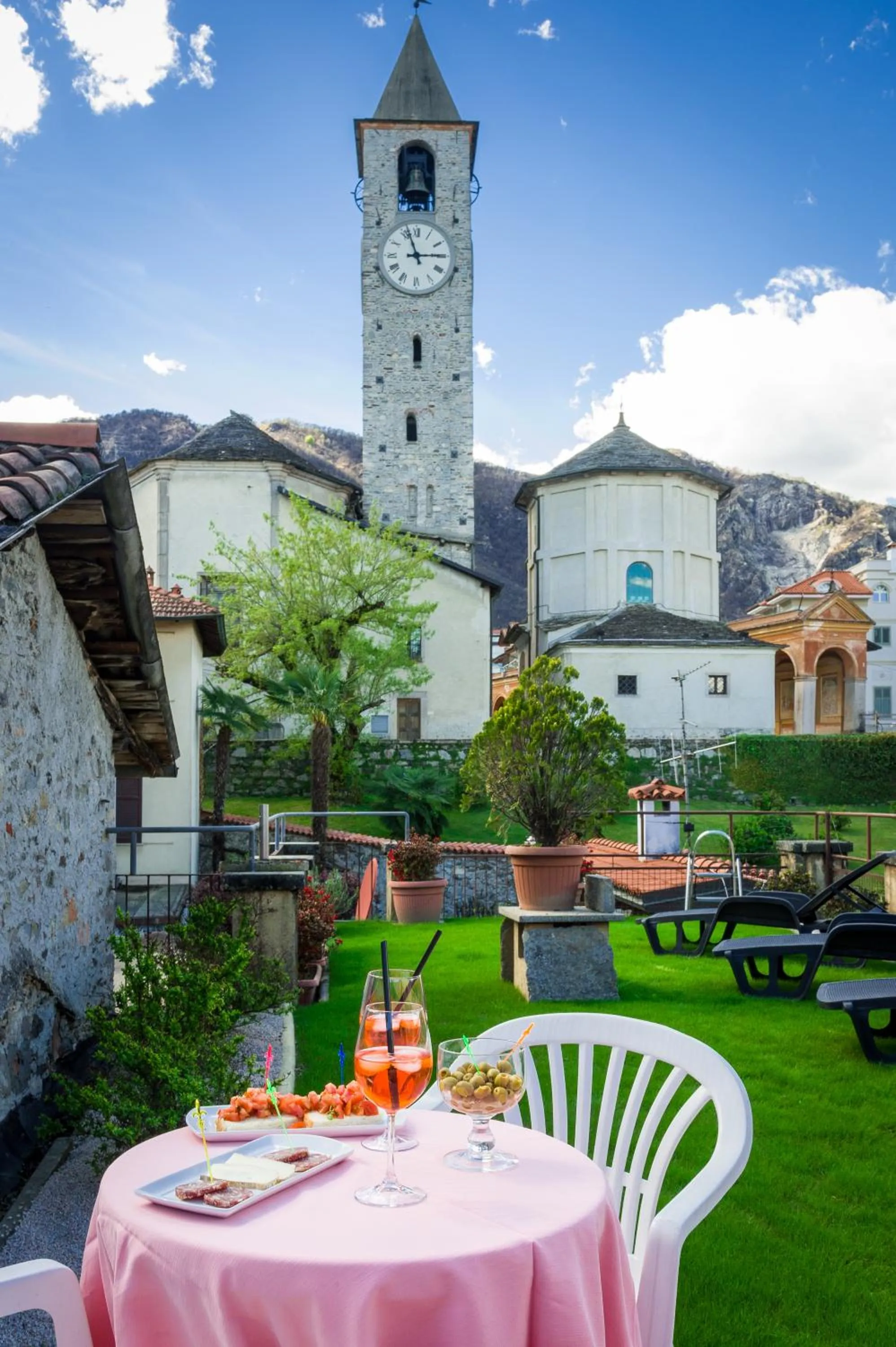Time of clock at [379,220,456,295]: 2:56
